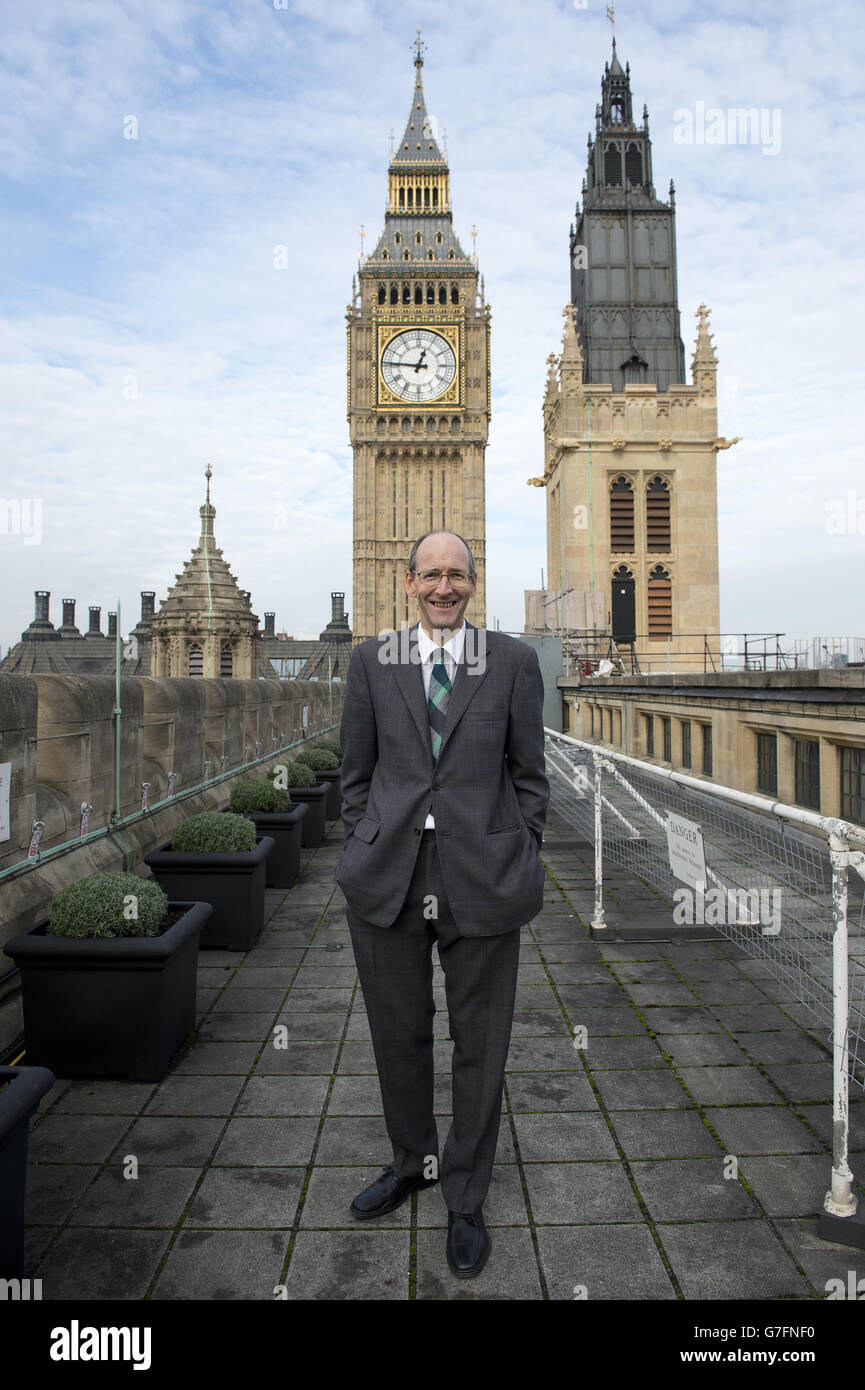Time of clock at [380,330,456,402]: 12:46
